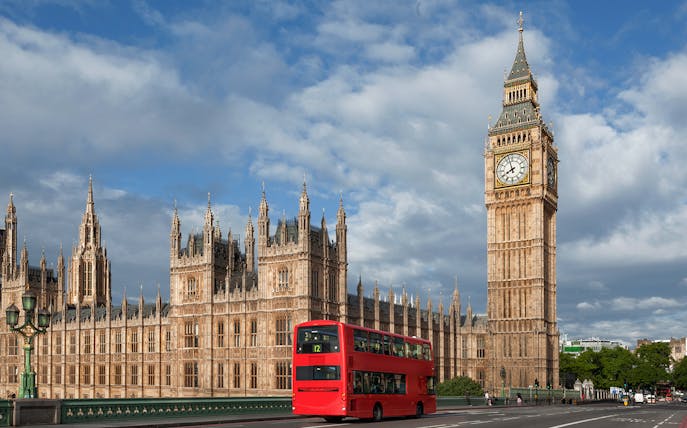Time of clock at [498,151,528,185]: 7:57
